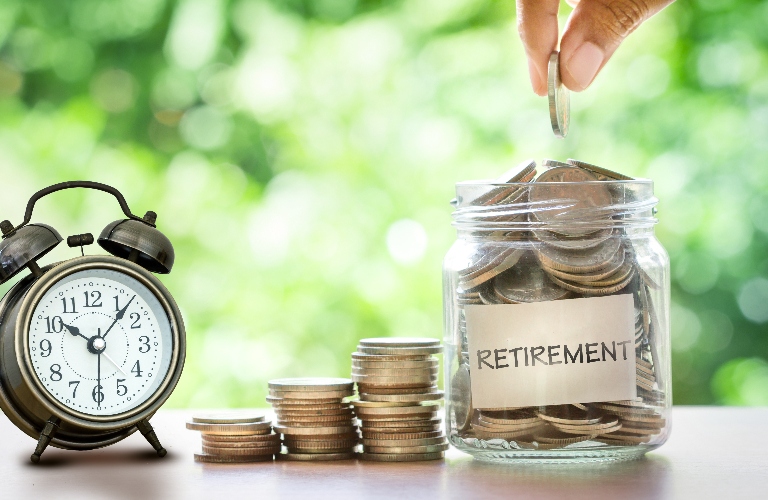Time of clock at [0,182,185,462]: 10:07
